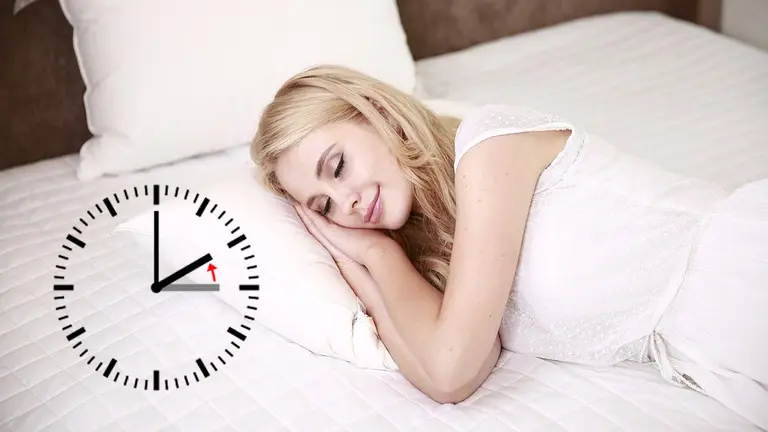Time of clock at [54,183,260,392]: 2:00
